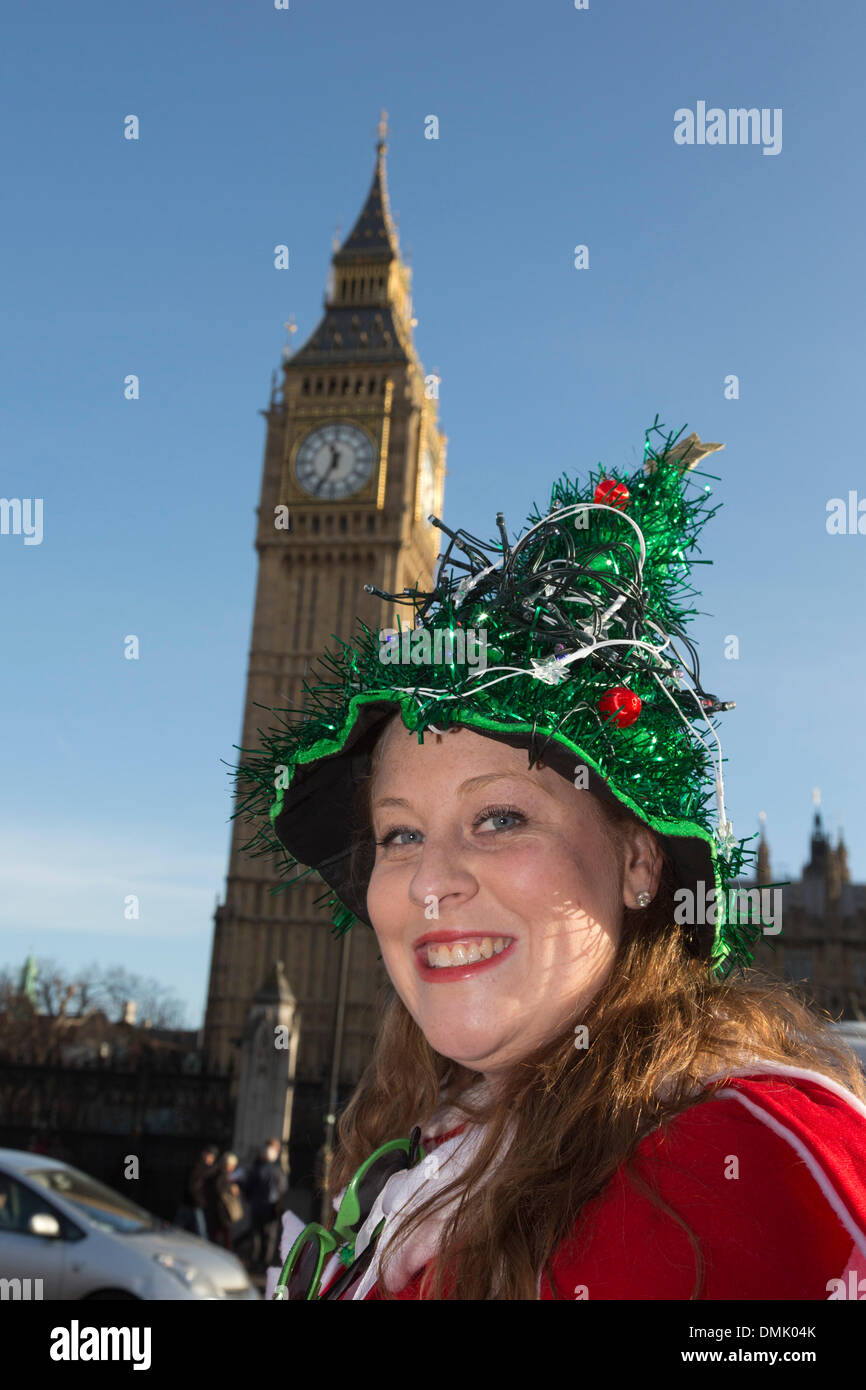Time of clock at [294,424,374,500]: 11:34
